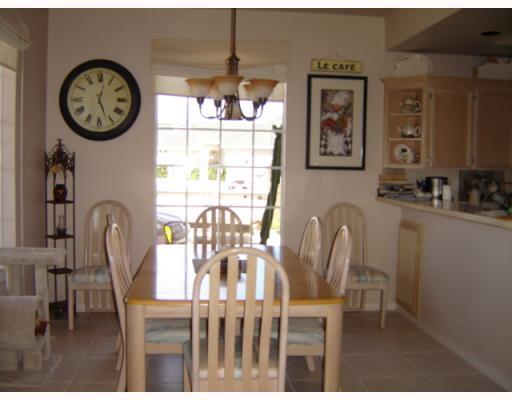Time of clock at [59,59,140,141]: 12:26
